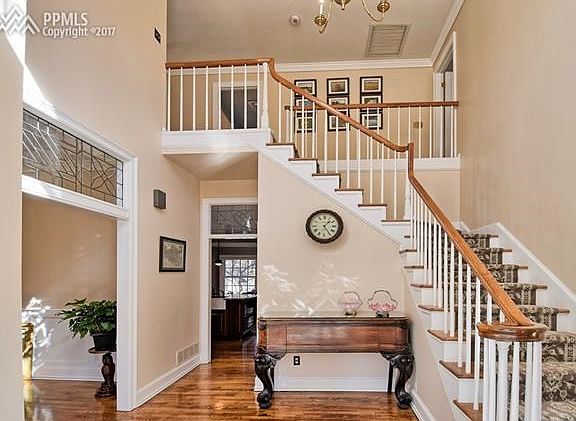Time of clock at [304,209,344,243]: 1:24
